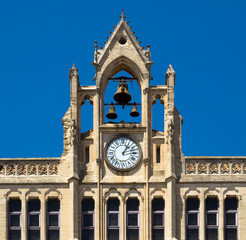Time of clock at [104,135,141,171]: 1:12
